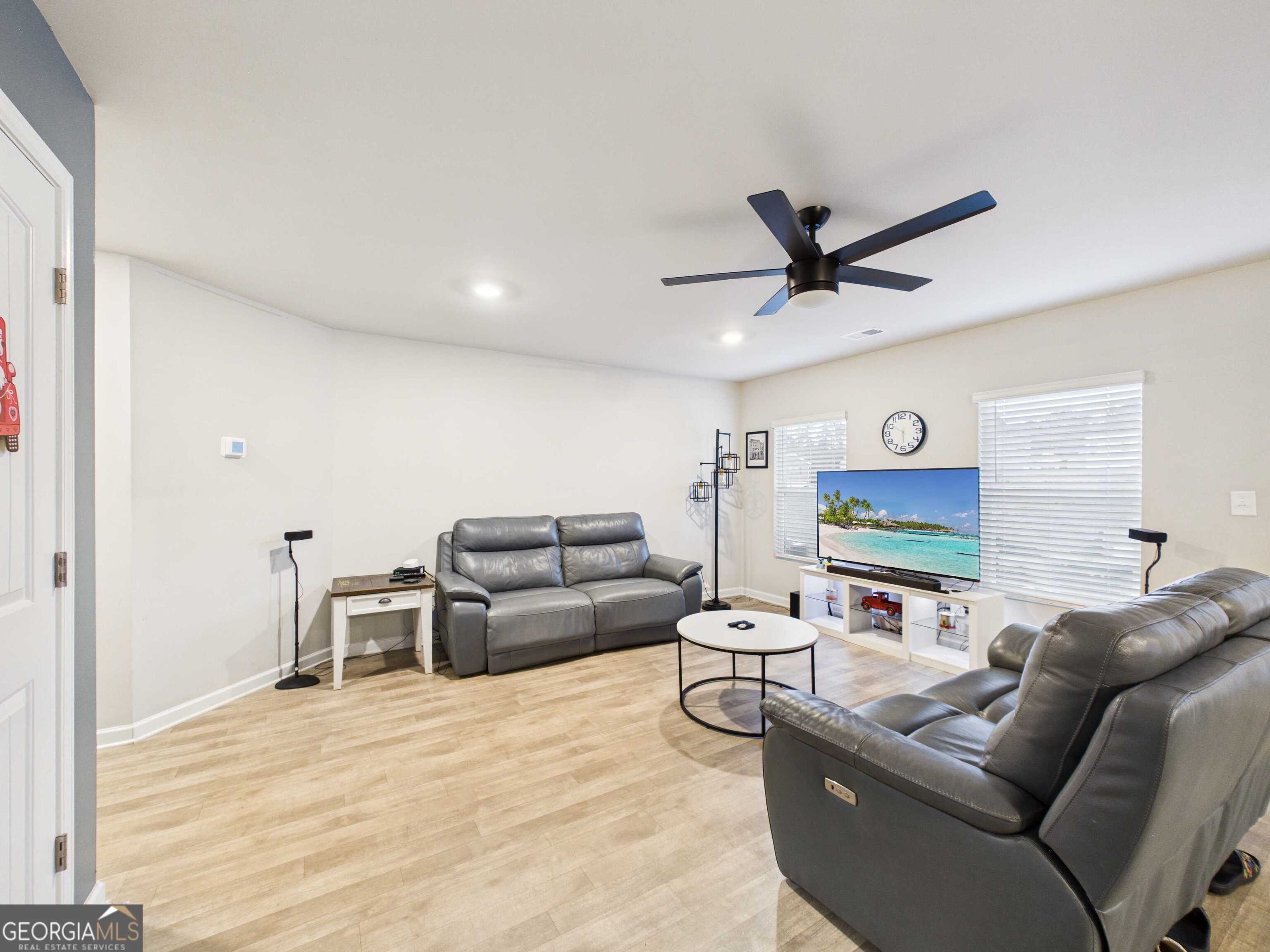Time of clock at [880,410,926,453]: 5:51
